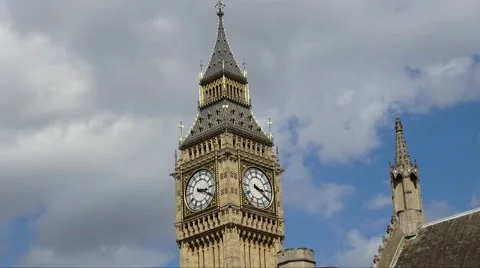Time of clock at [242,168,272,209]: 3:20
